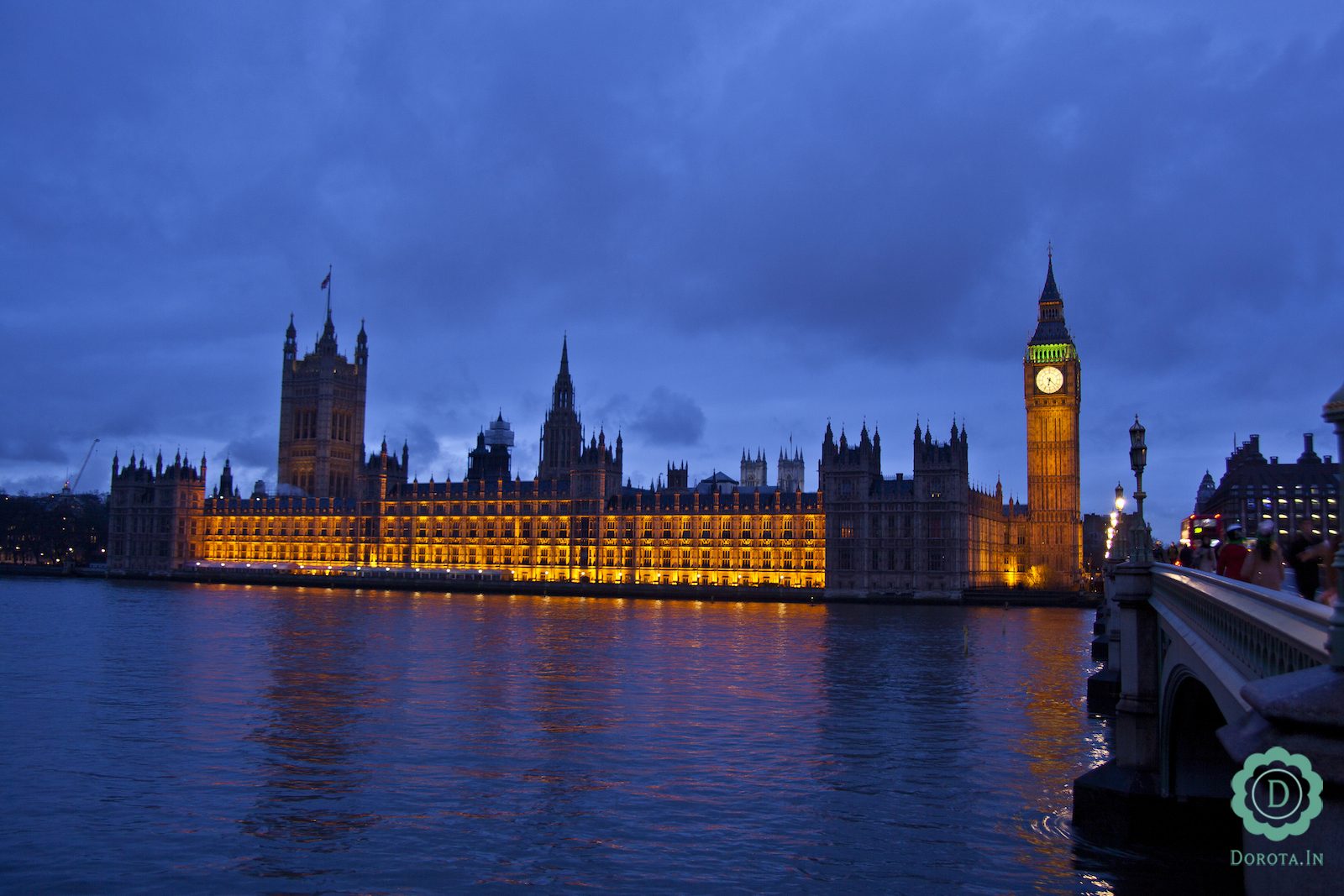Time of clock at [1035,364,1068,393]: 6:21
